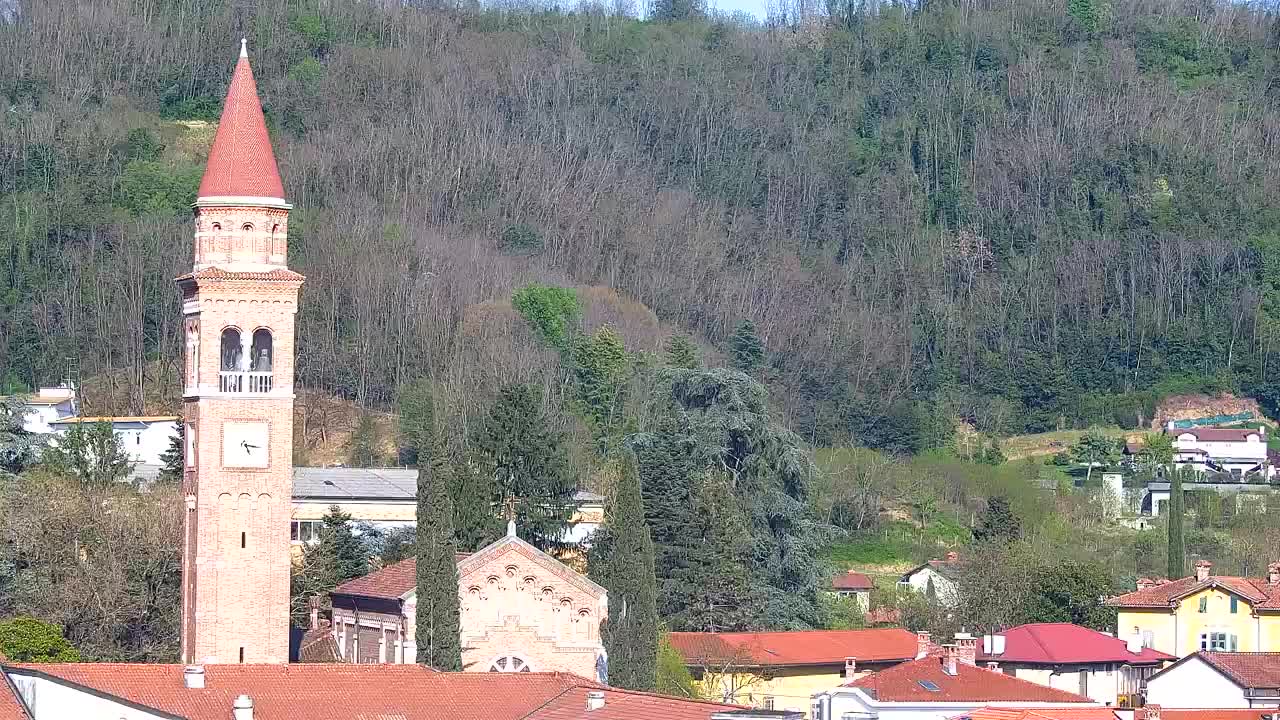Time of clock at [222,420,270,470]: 5:16
